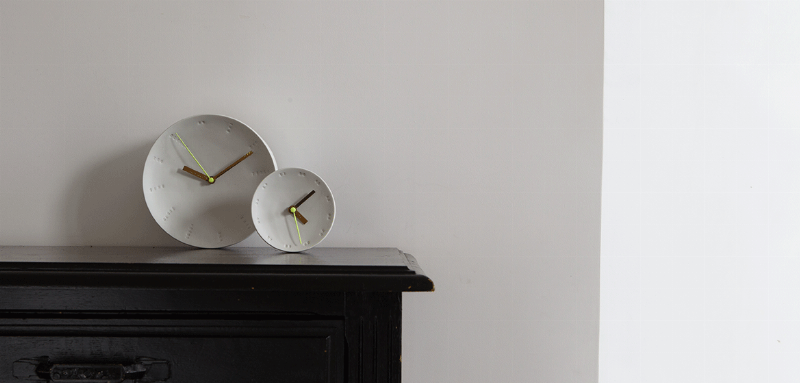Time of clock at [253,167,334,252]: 4:06
